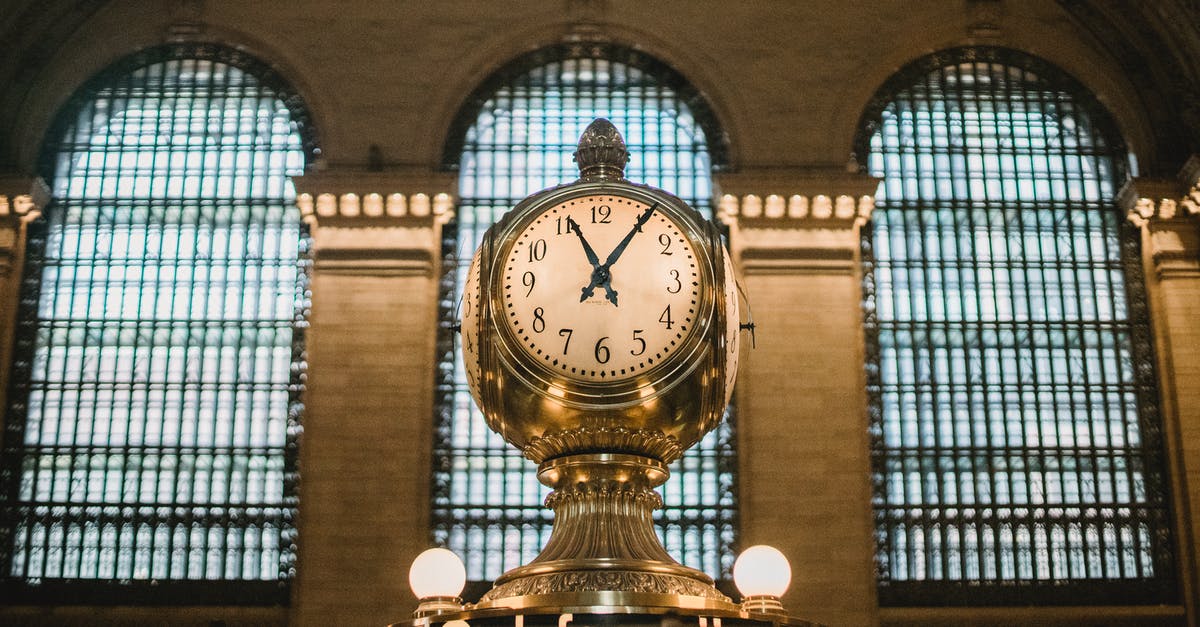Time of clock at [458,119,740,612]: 11:07
